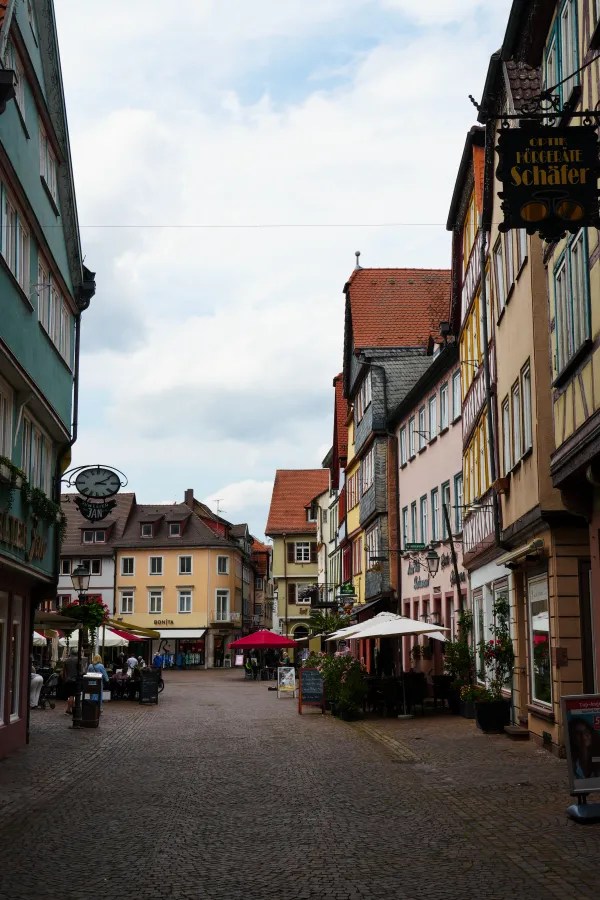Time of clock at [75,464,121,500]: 3:10
